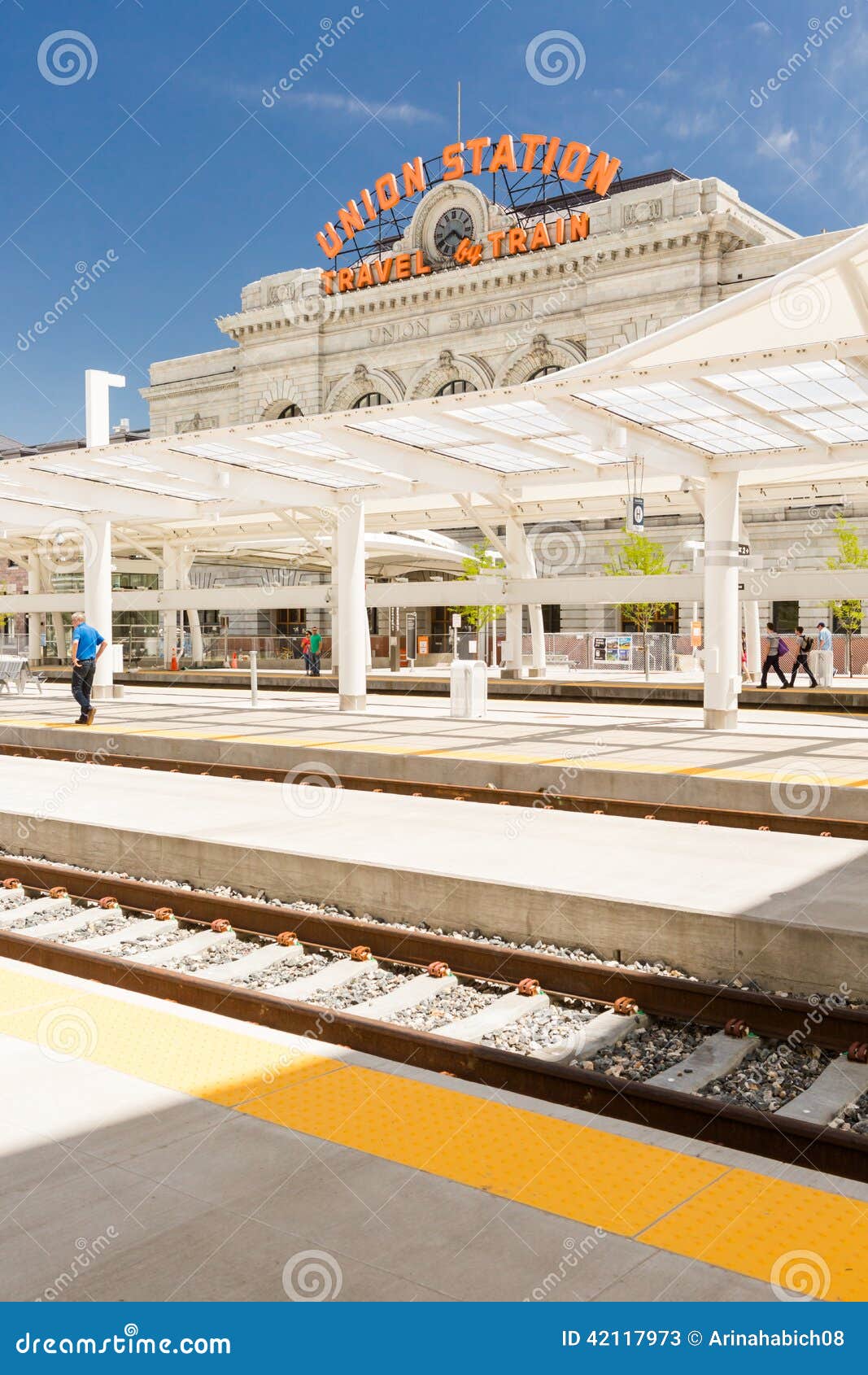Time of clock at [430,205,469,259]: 4:40
